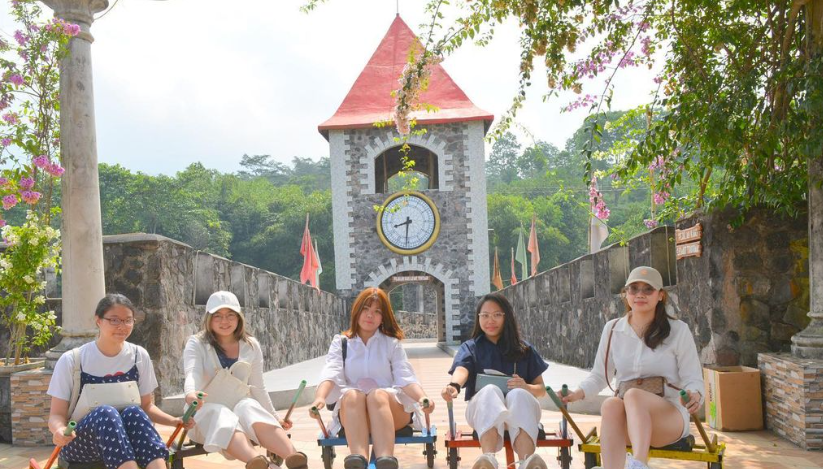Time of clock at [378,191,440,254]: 8:31
